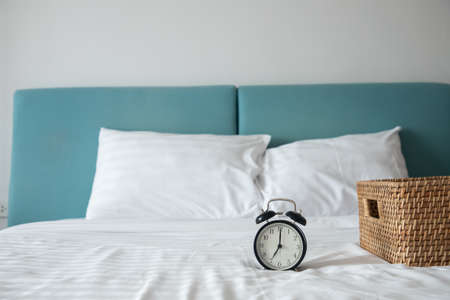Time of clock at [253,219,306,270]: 7:00
